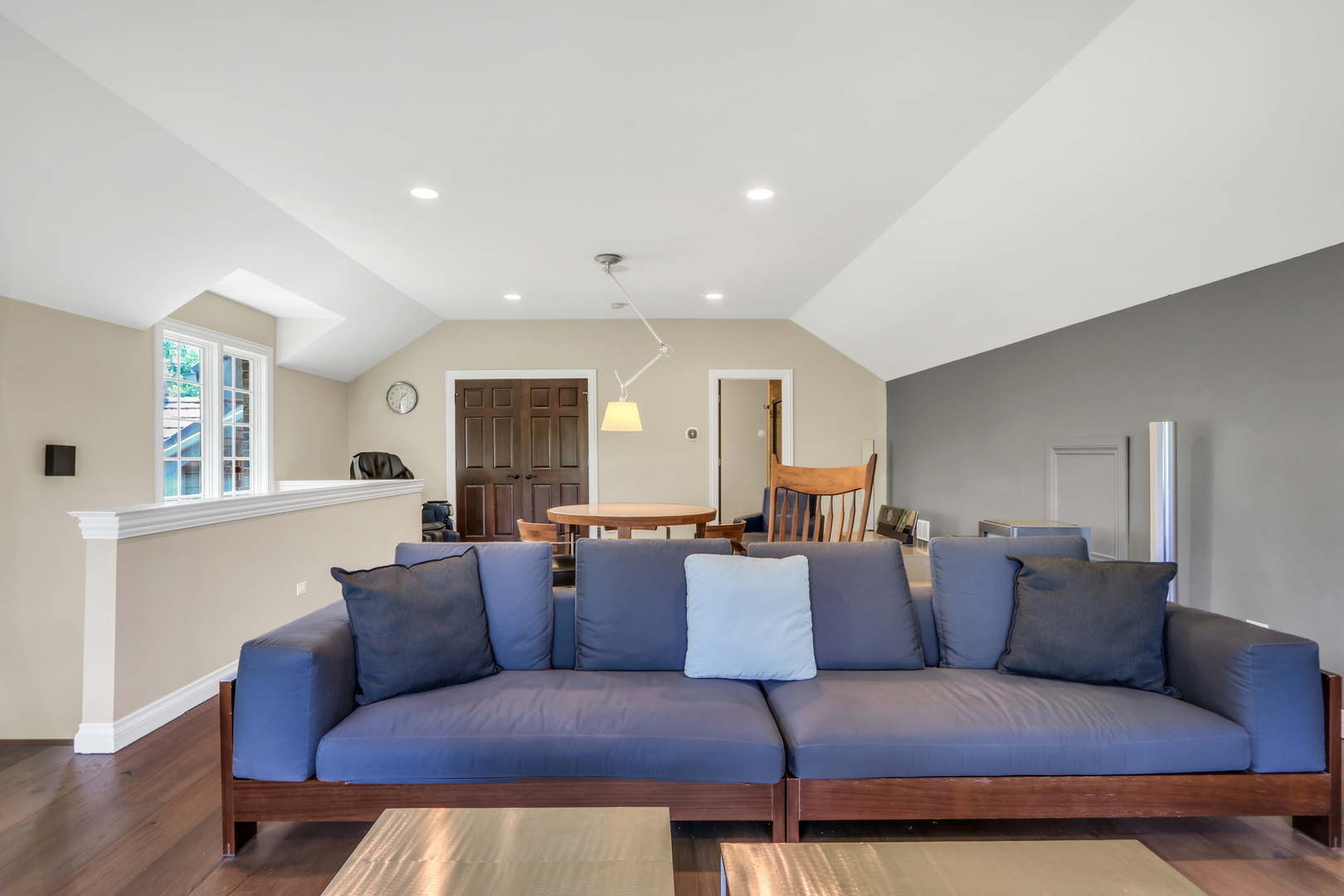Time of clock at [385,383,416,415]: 1:32
